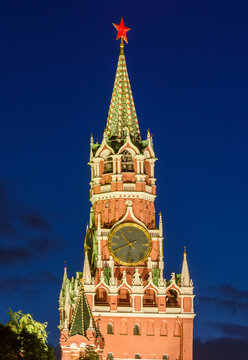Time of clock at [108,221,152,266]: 10:41
